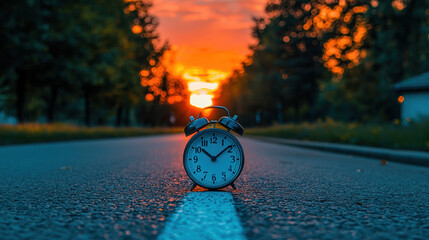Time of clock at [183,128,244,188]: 10:08
